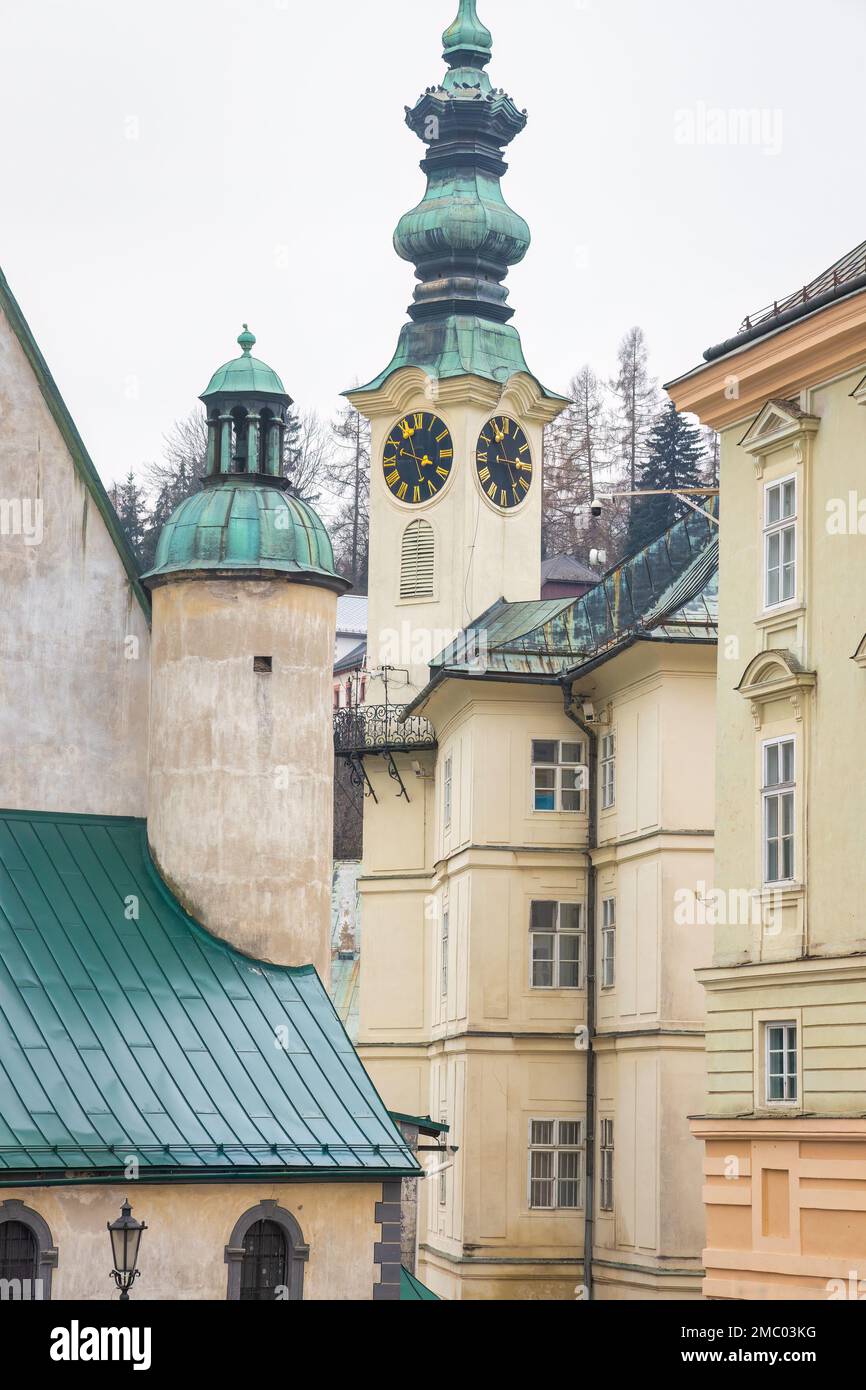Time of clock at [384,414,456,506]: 3:48
